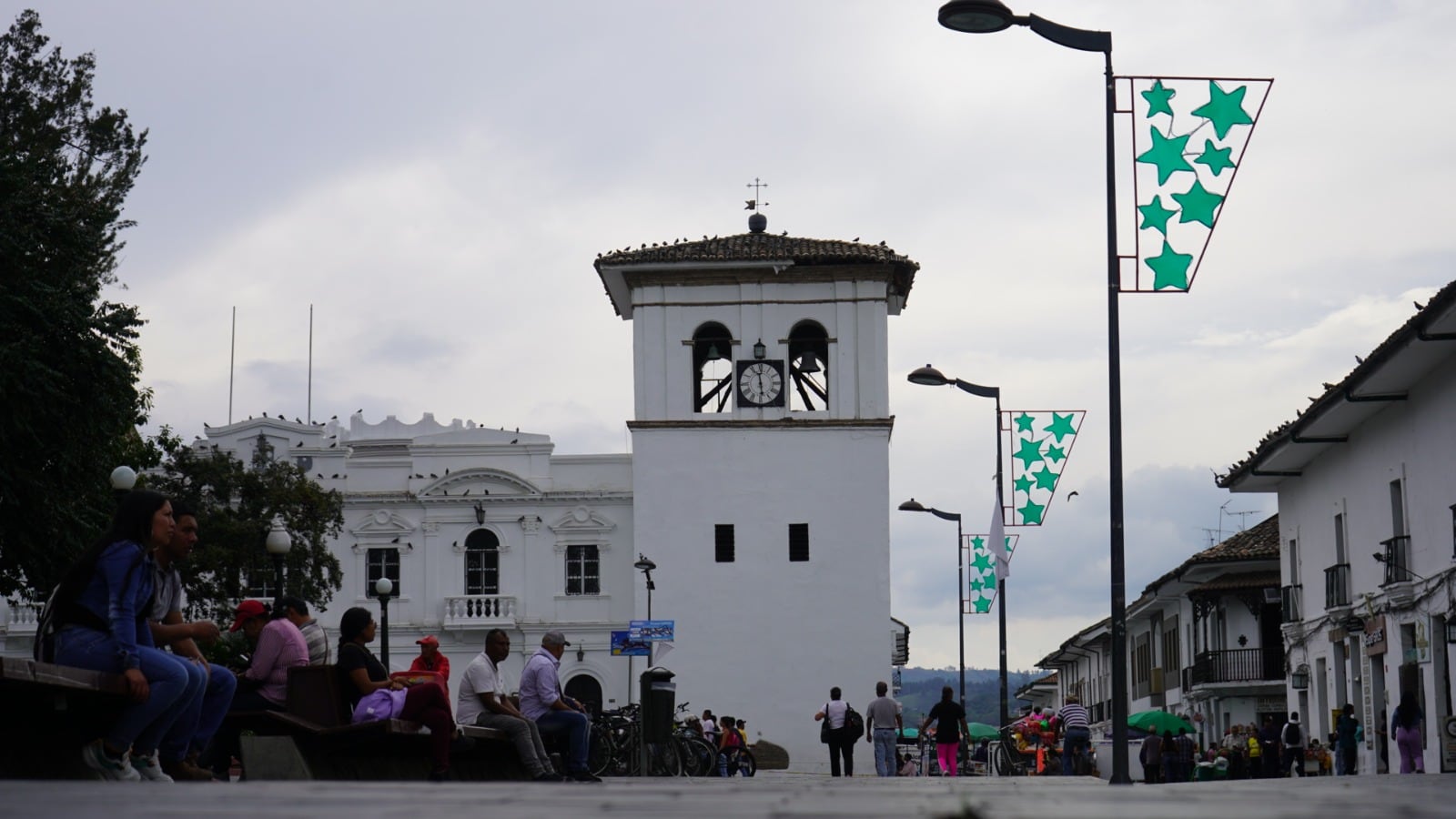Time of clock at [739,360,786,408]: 5:58
